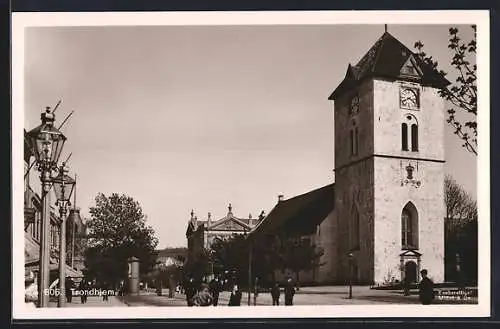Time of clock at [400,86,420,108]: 3:40
